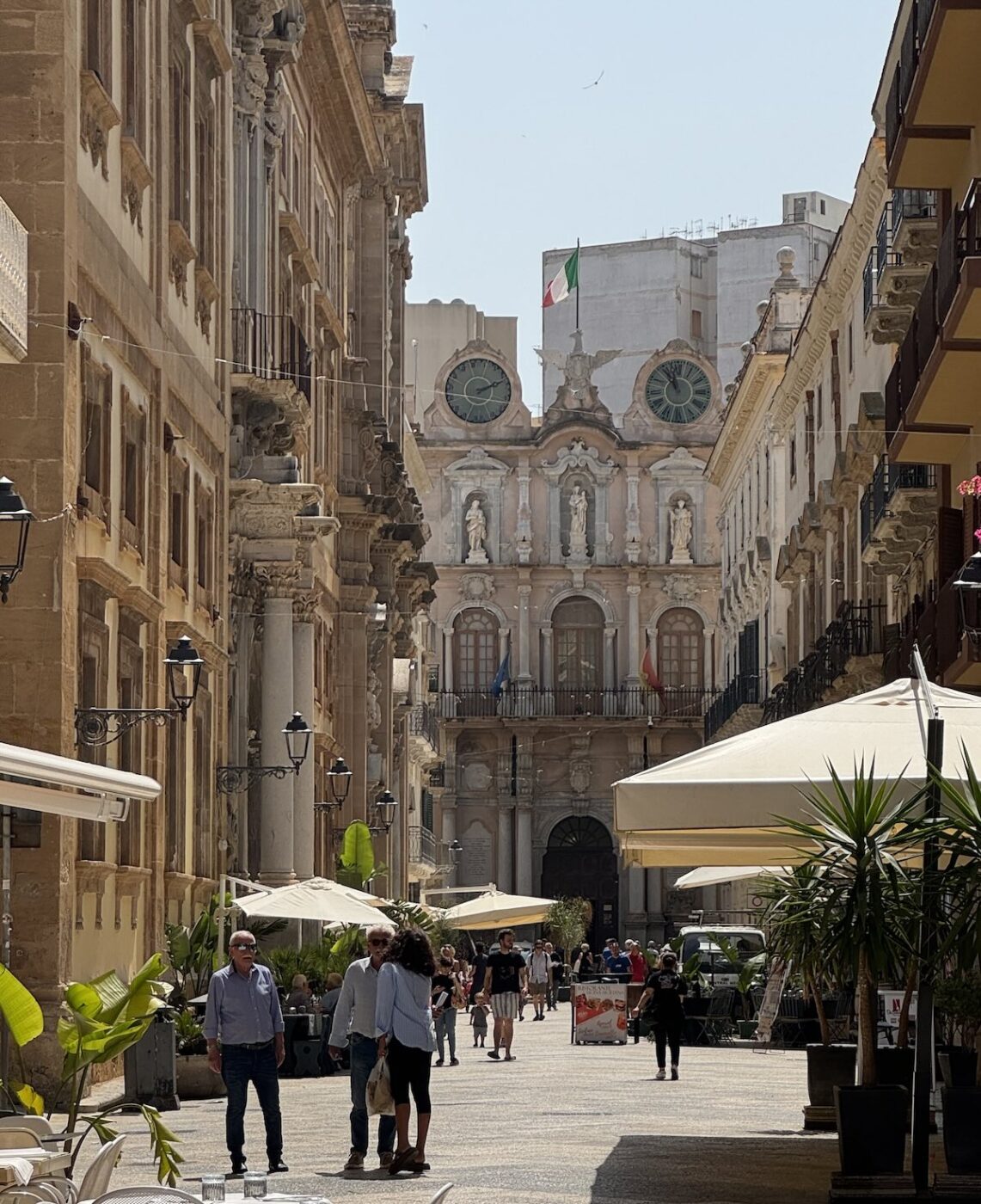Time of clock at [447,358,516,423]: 2:12
